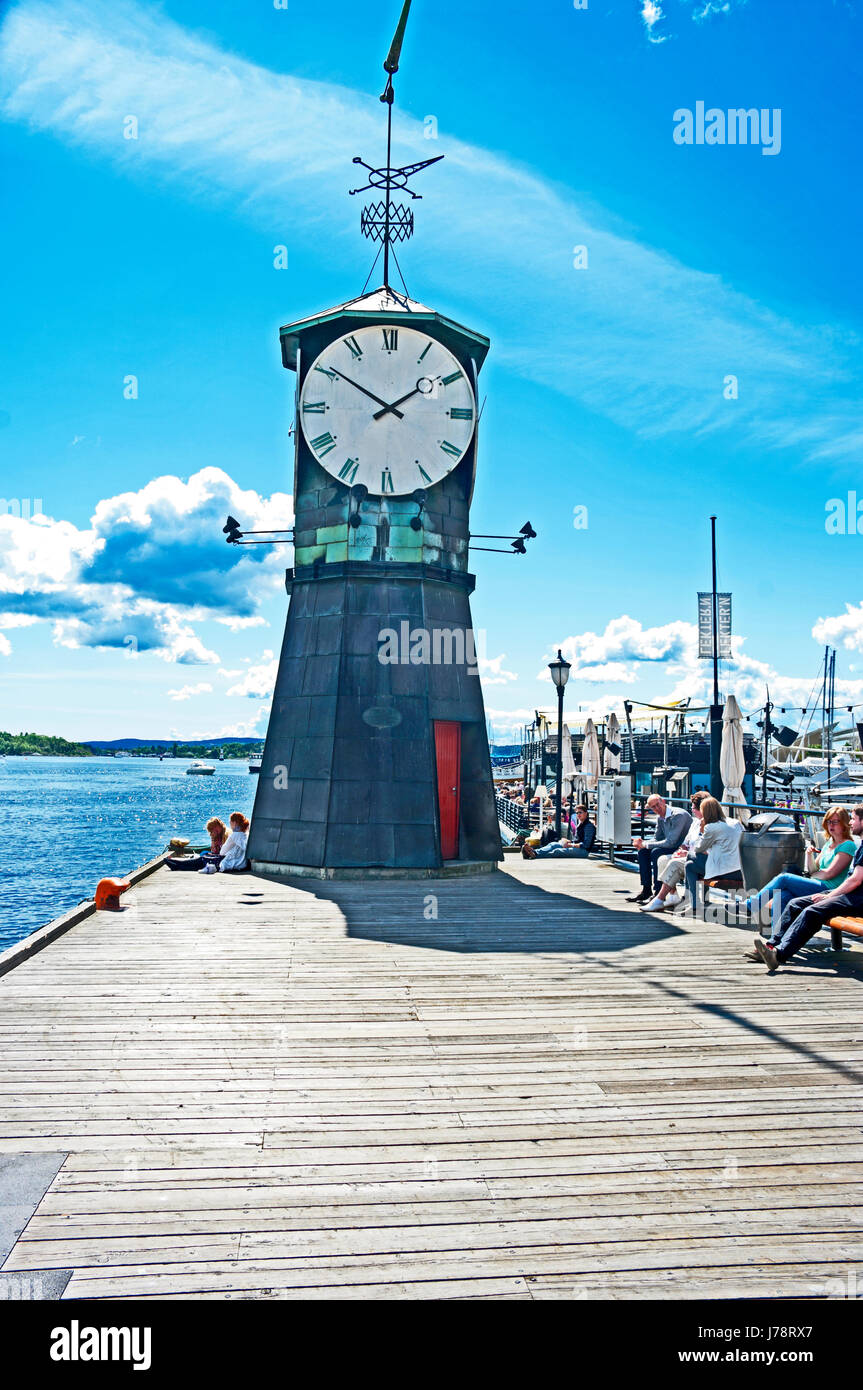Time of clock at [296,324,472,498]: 1:50
